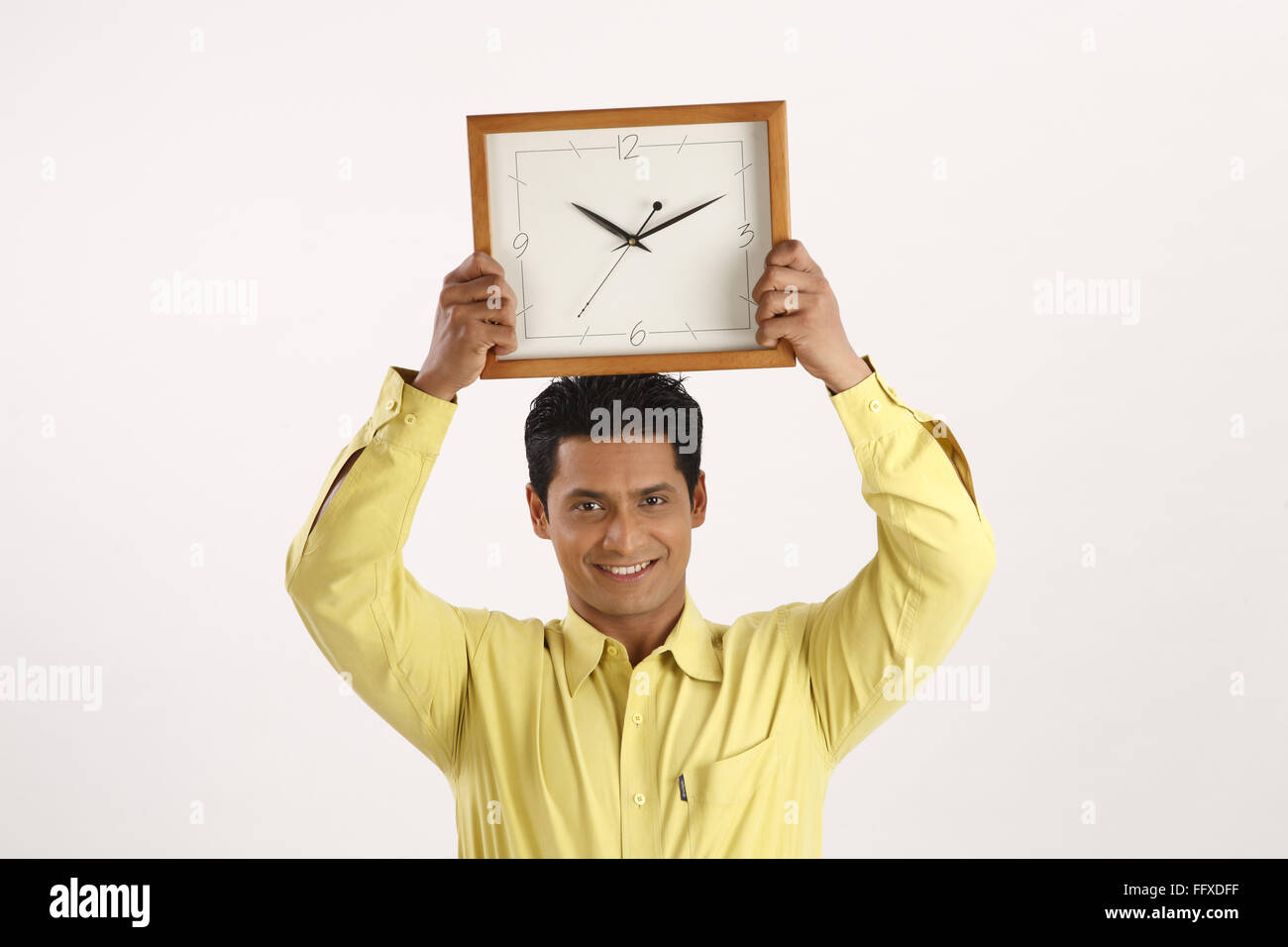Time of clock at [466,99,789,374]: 10:11
